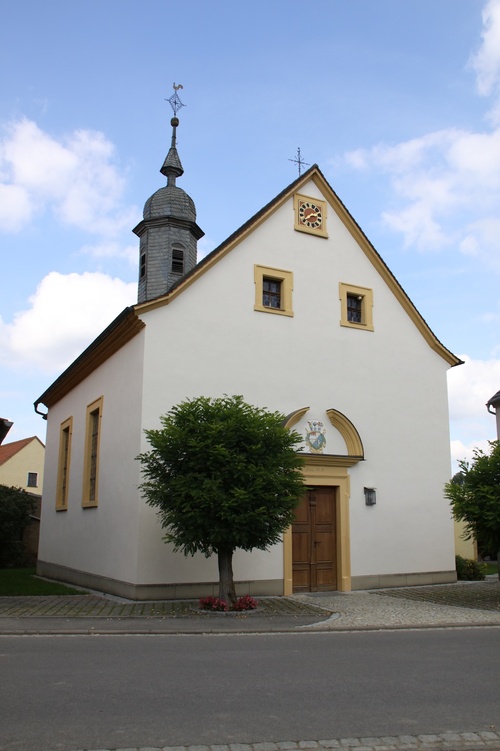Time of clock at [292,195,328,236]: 2:38
